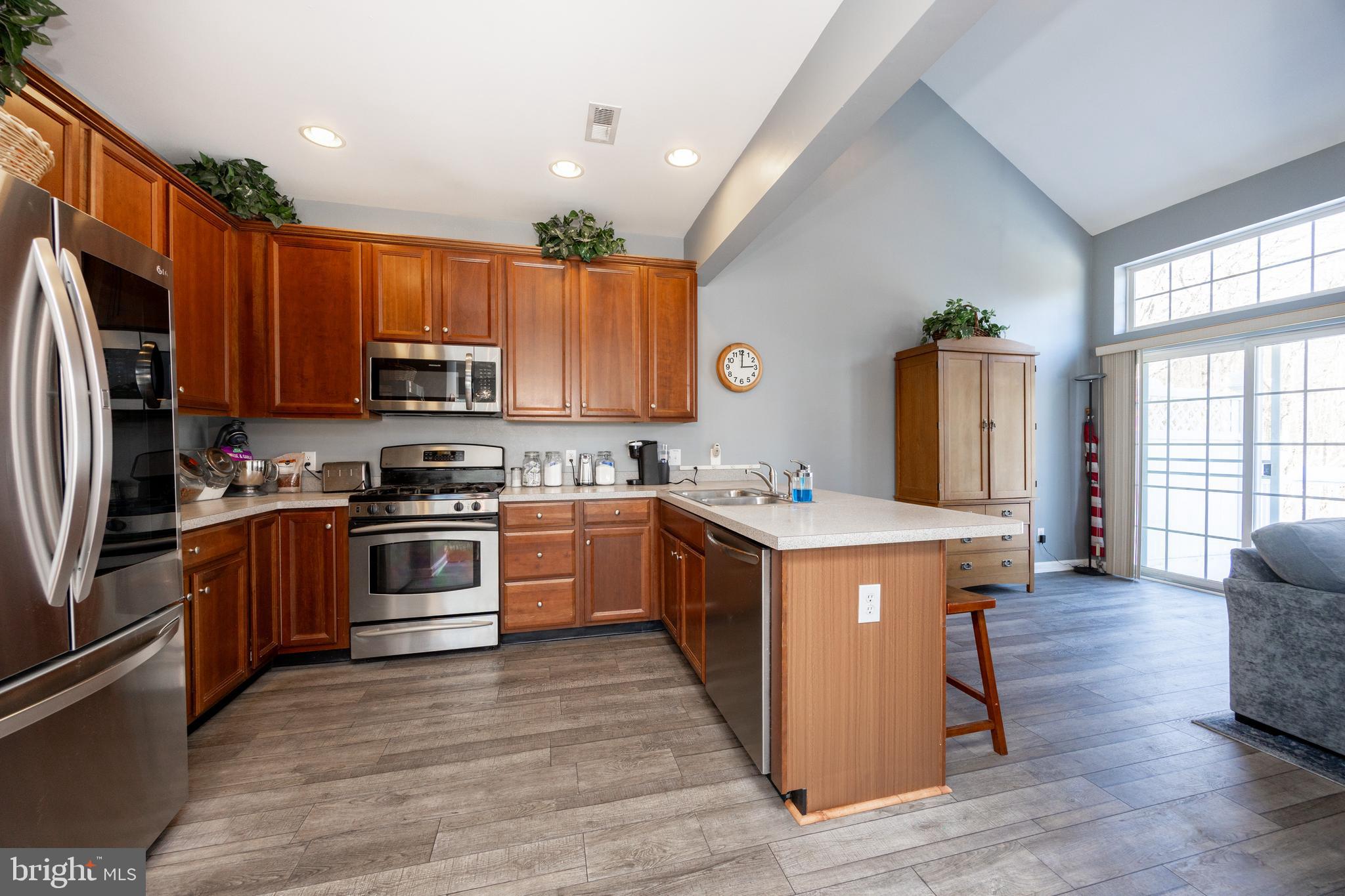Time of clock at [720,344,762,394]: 3:00
